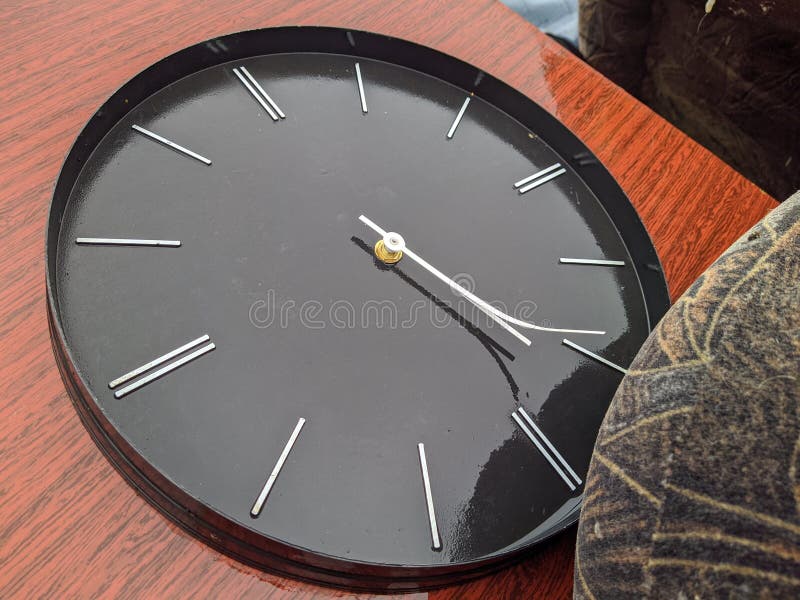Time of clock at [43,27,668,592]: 4:23
